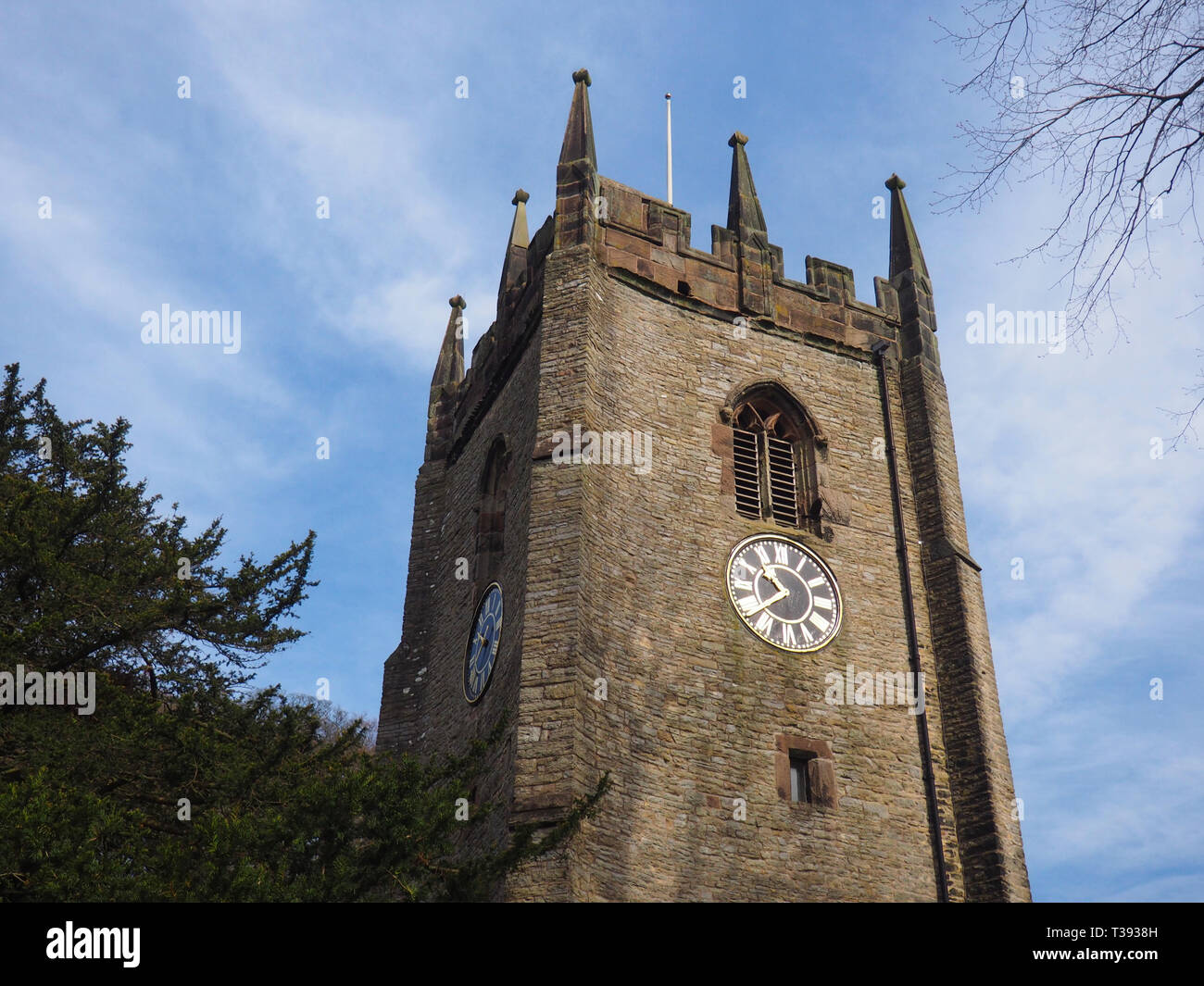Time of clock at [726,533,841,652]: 10:39
